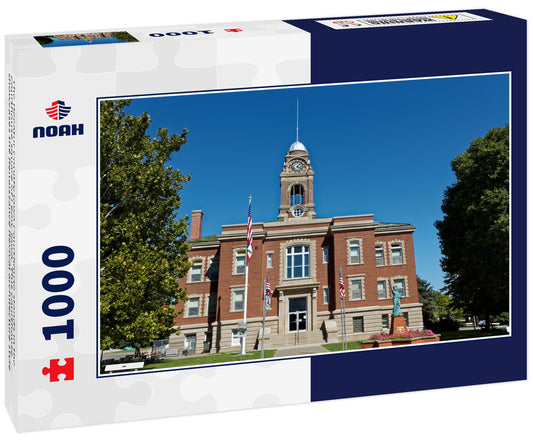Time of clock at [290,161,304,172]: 4:07
